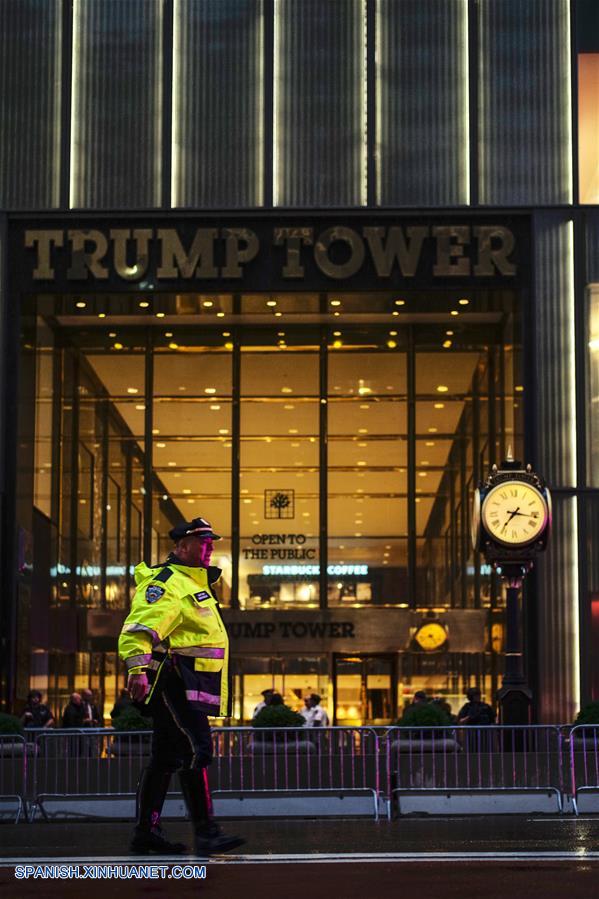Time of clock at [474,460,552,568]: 7:16
